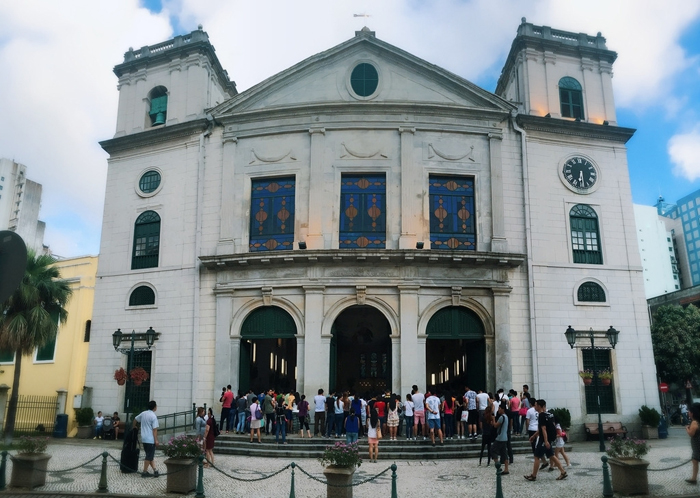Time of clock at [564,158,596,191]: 6:29
